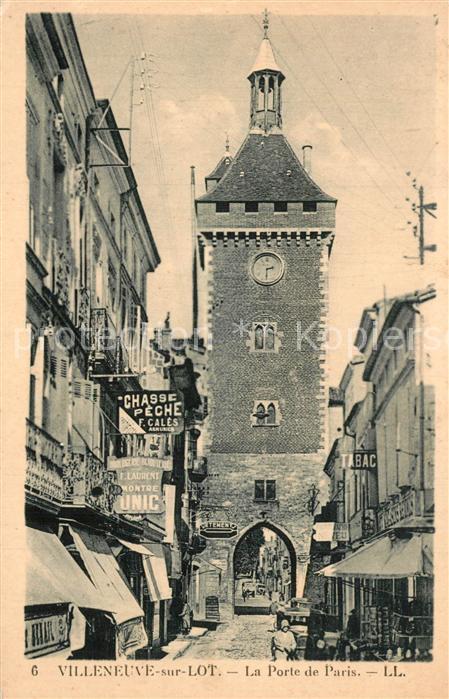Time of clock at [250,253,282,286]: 2:30
